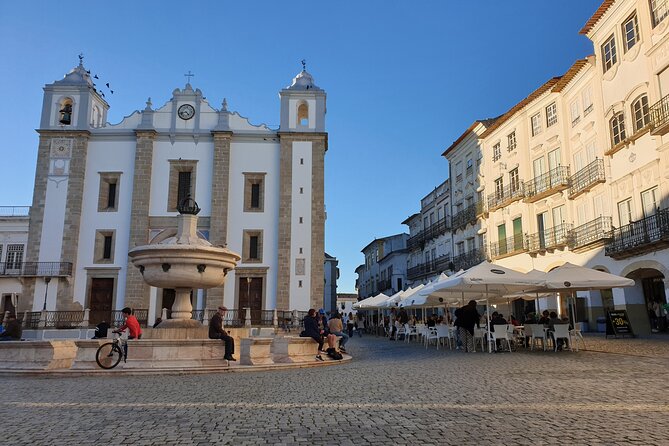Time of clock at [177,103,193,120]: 4:42
